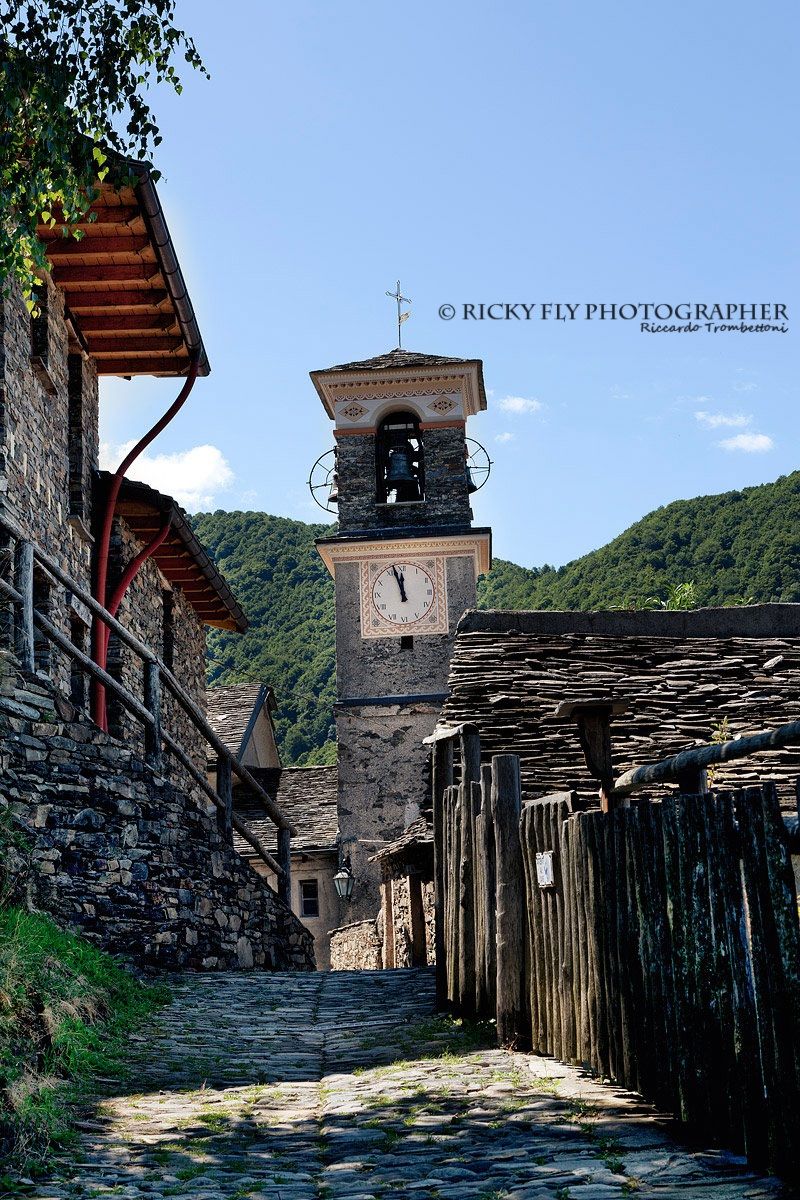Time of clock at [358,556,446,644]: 11:57
